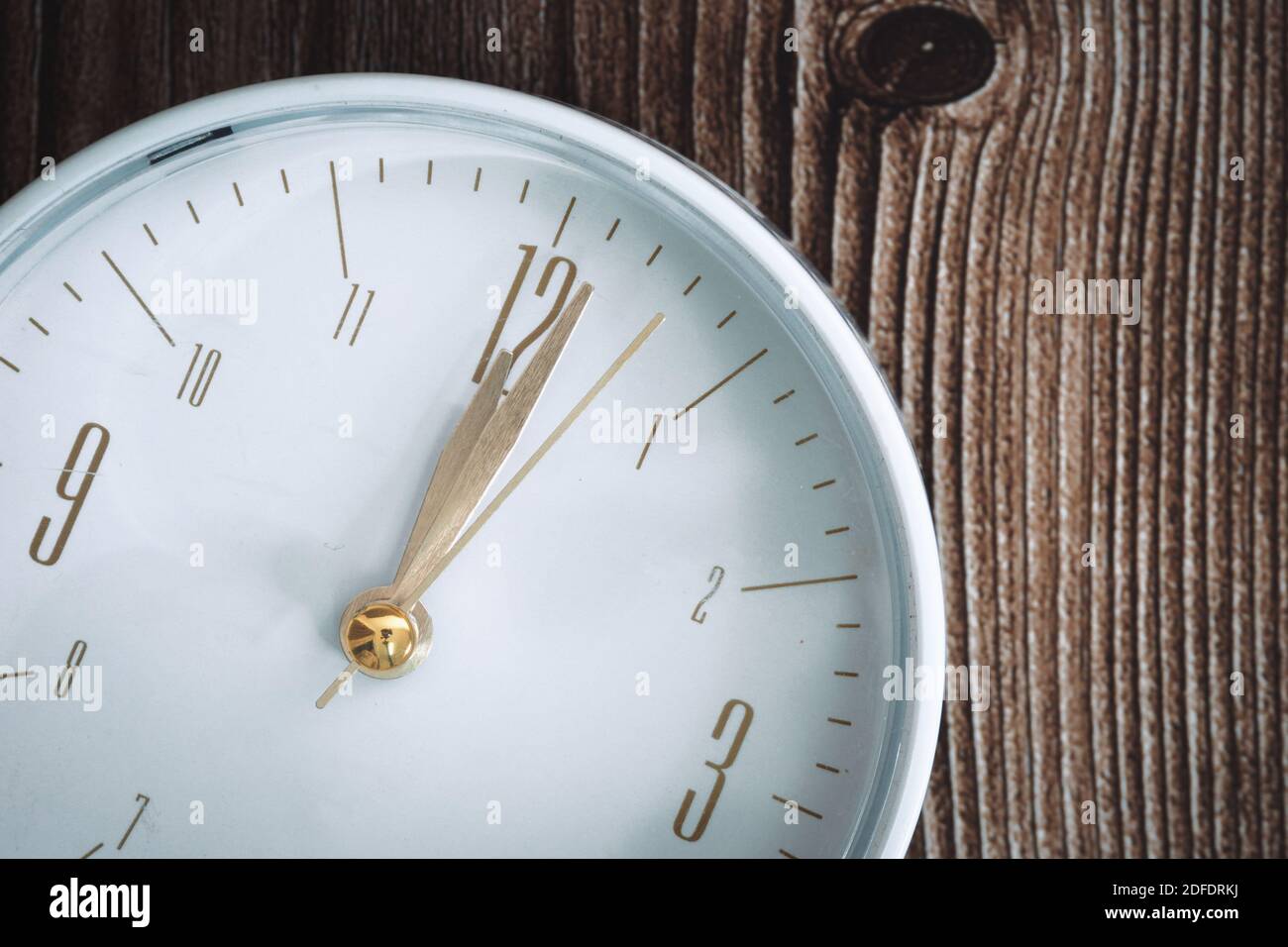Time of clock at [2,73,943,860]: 1:06
